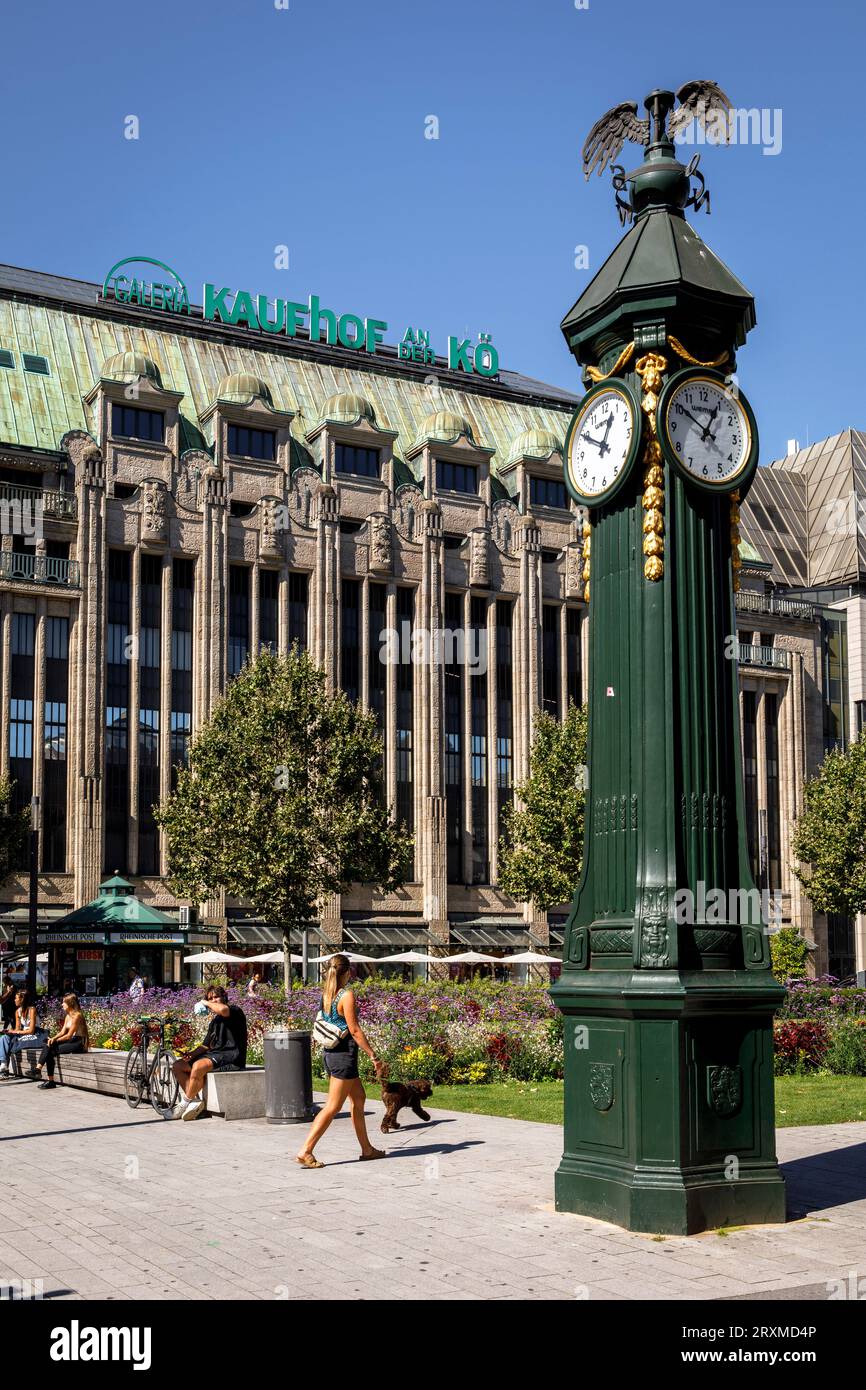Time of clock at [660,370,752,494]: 12:50
